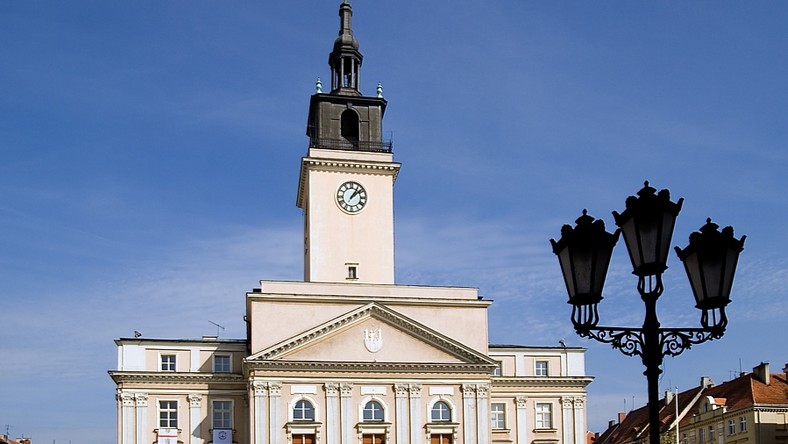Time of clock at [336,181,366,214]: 1:08
